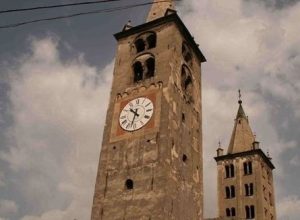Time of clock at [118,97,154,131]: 10:32
